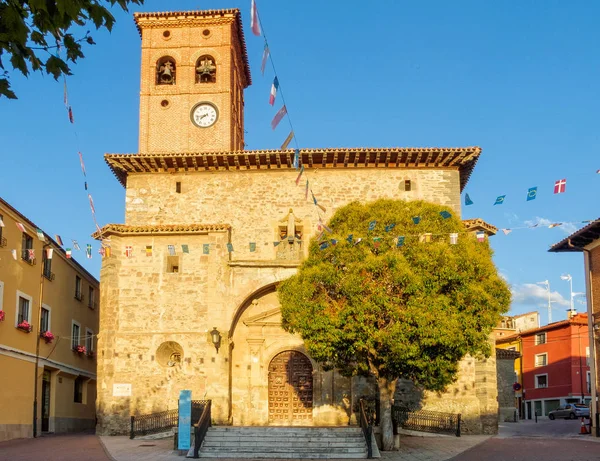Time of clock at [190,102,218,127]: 7:43
